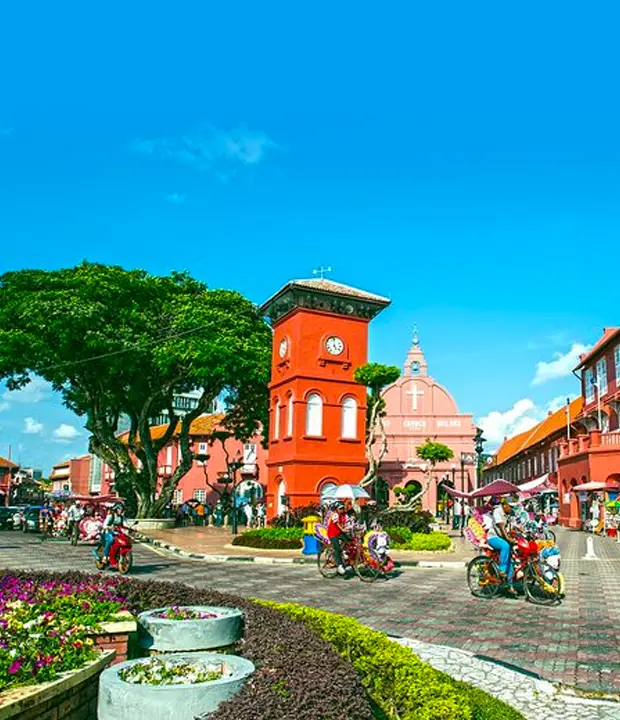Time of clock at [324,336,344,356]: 4:59
